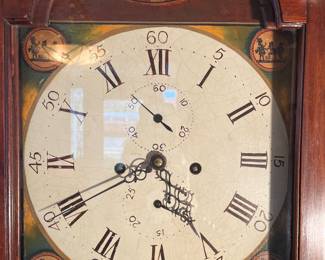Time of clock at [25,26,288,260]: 4:40
